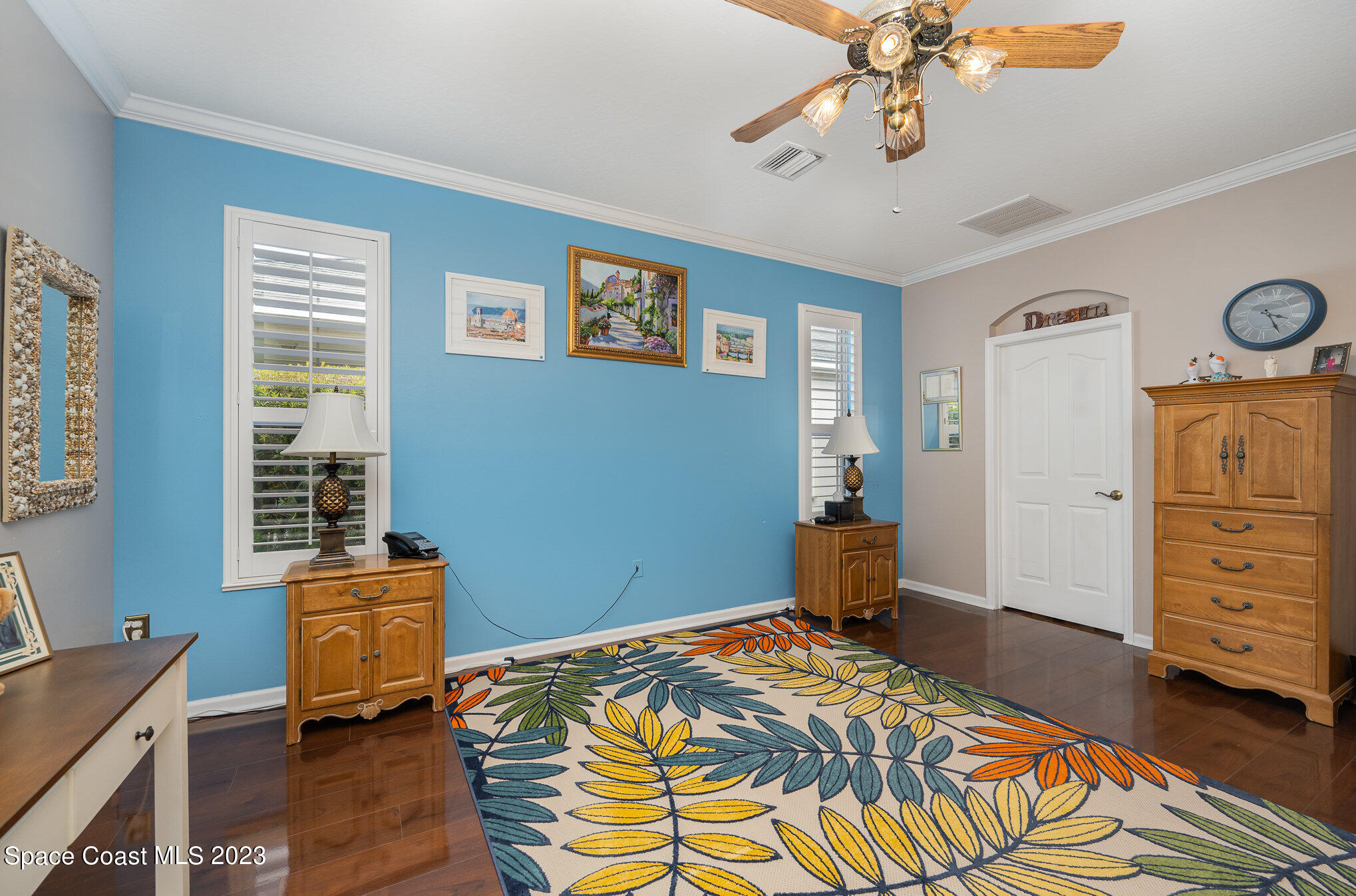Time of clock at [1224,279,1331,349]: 3:24
